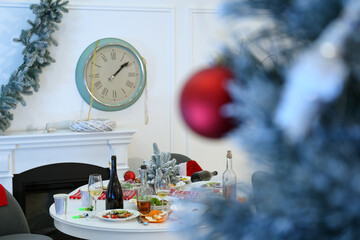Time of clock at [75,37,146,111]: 1:08
